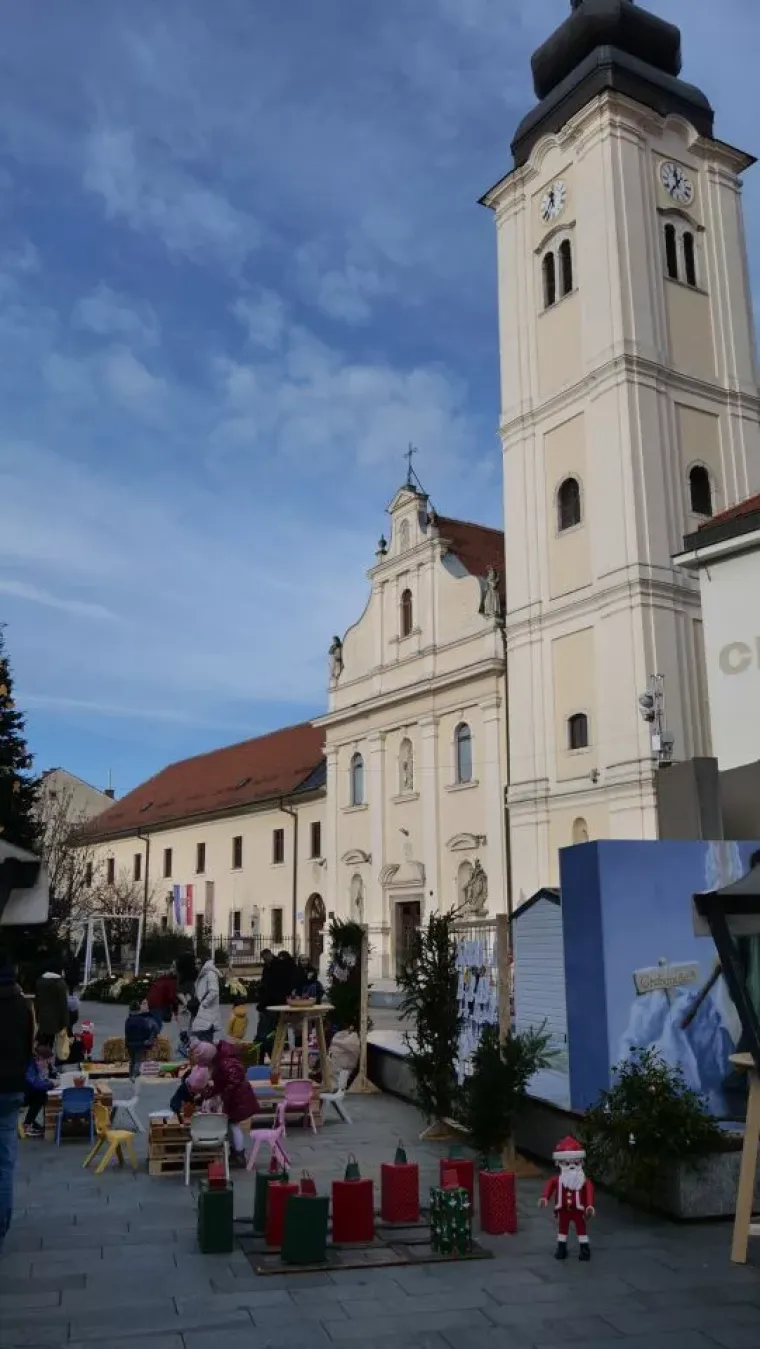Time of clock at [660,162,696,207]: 11:36
